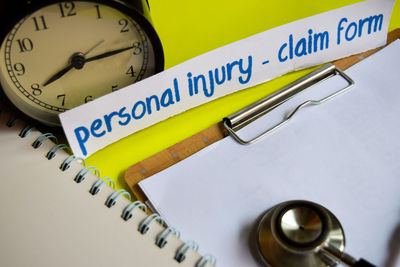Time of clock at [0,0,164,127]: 8:14
